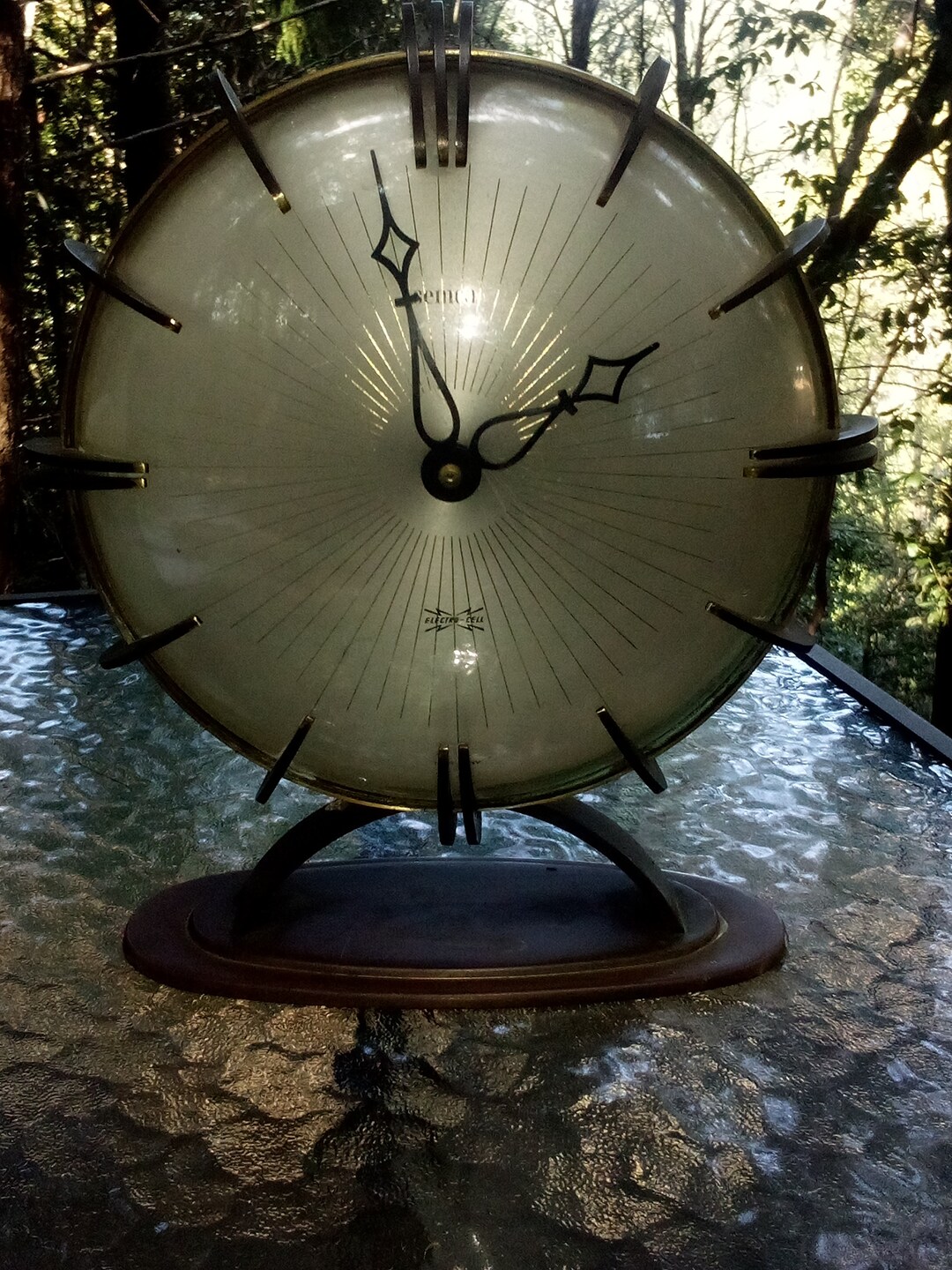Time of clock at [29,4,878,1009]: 1:57
